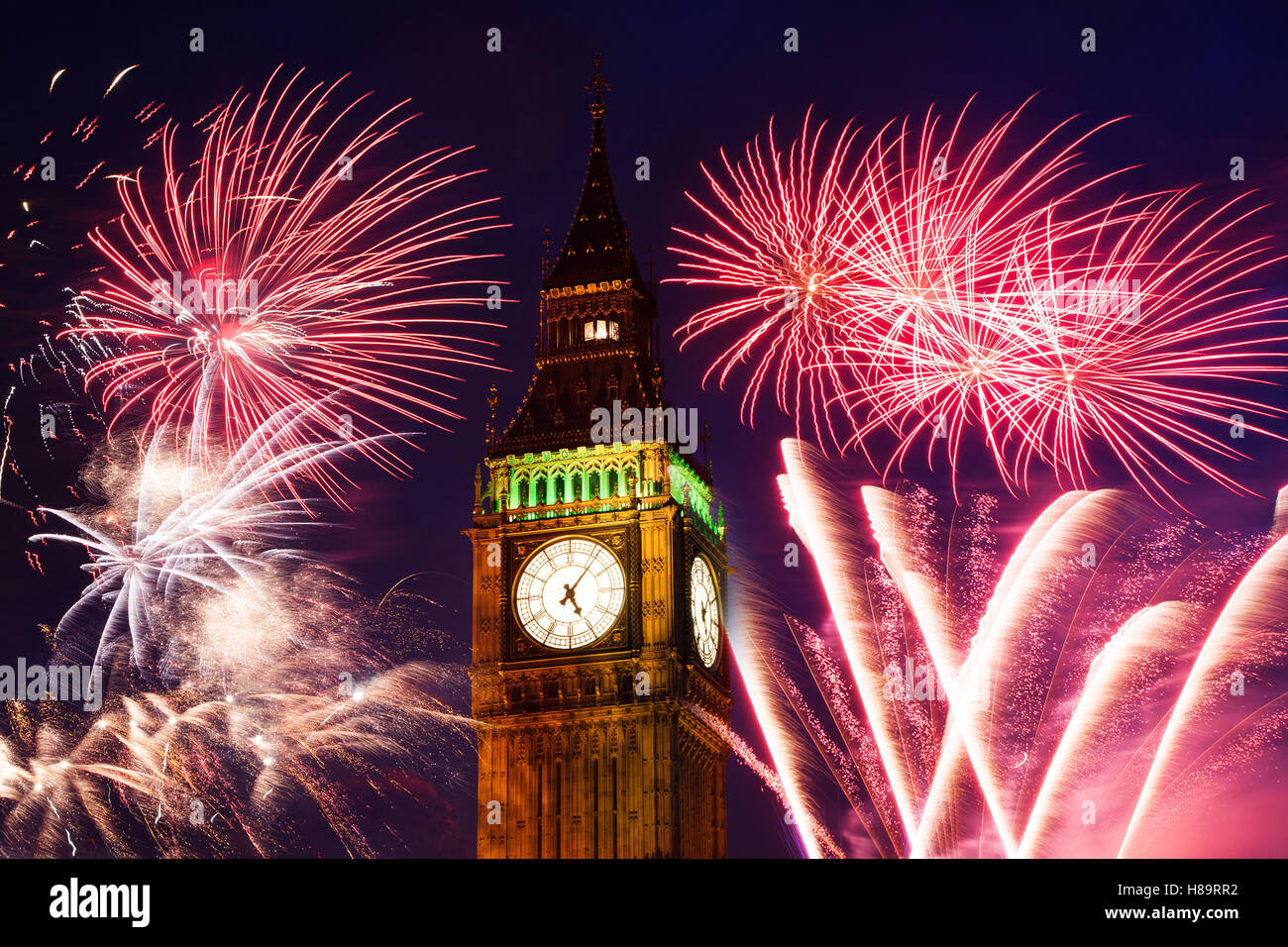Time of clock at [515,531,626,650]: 5:06
